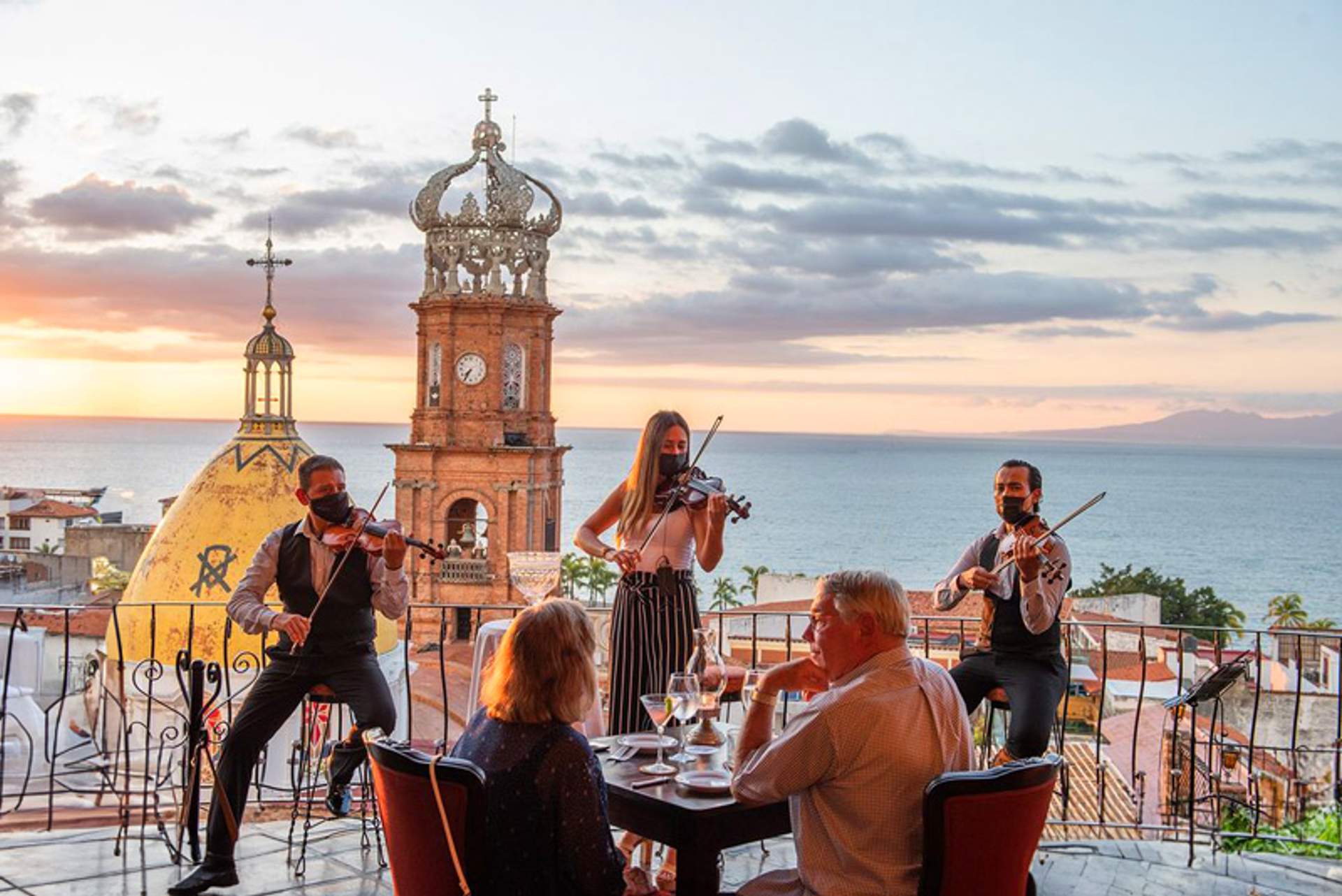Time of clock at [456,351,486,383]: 7:35
